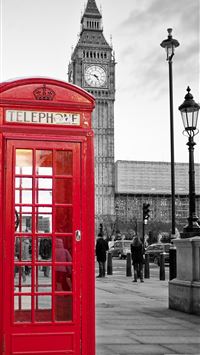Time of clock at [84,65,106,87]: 4:47
